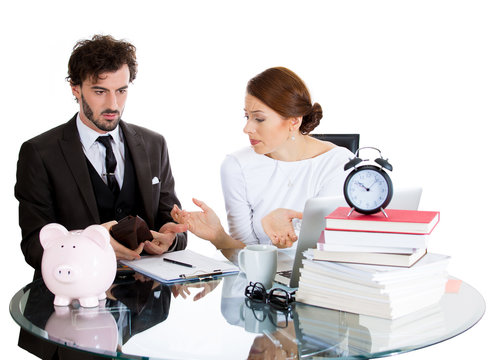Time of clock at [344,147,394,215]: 10:07
